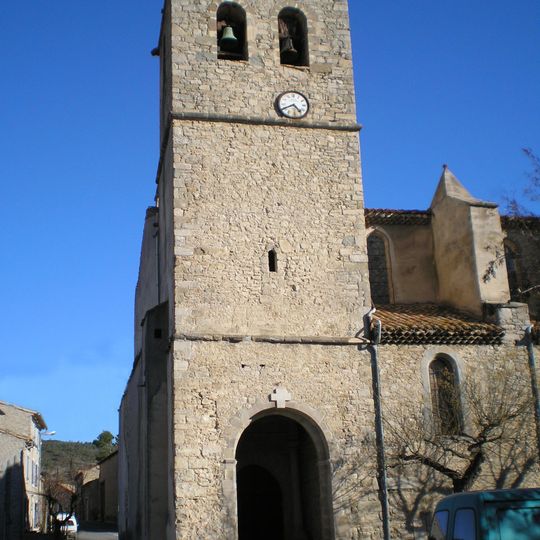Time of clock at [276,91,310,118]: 4:40
